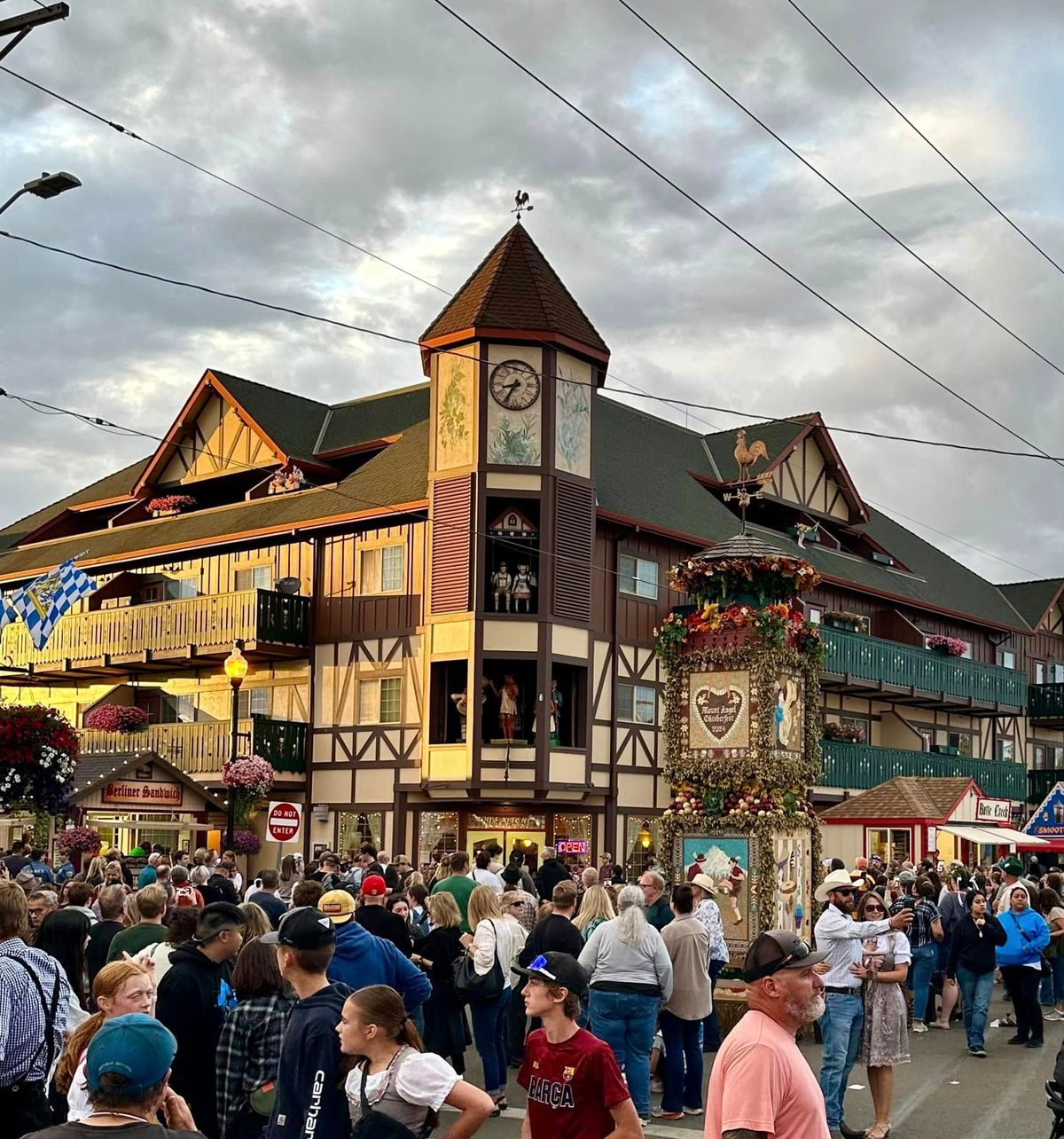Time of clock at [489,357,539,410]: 8:35
